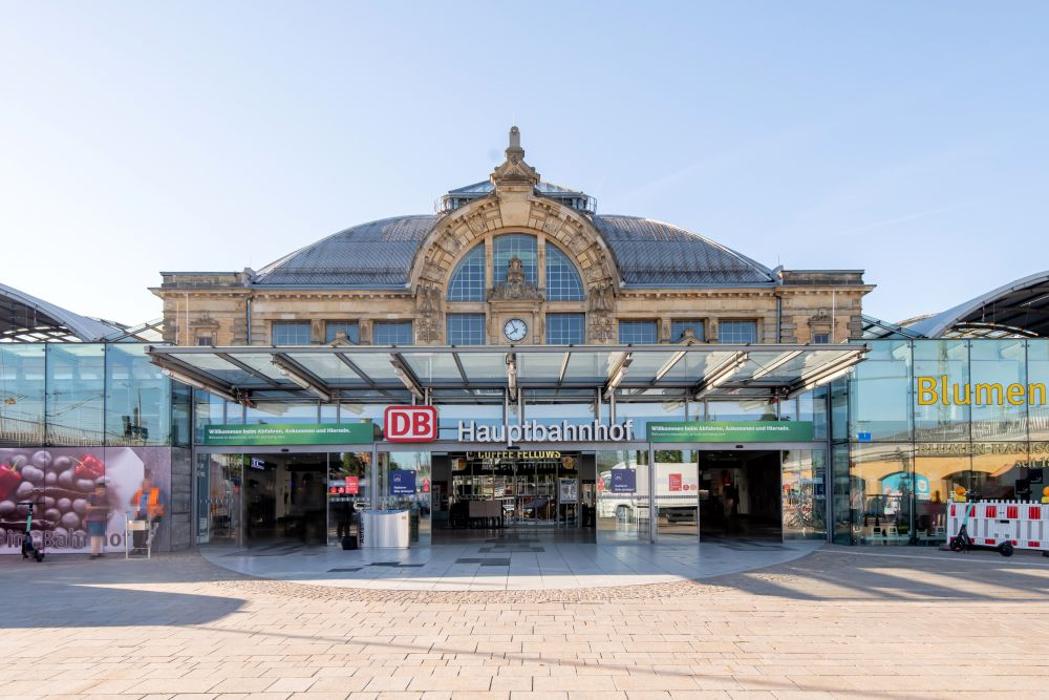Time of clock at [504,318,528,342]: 7:55
